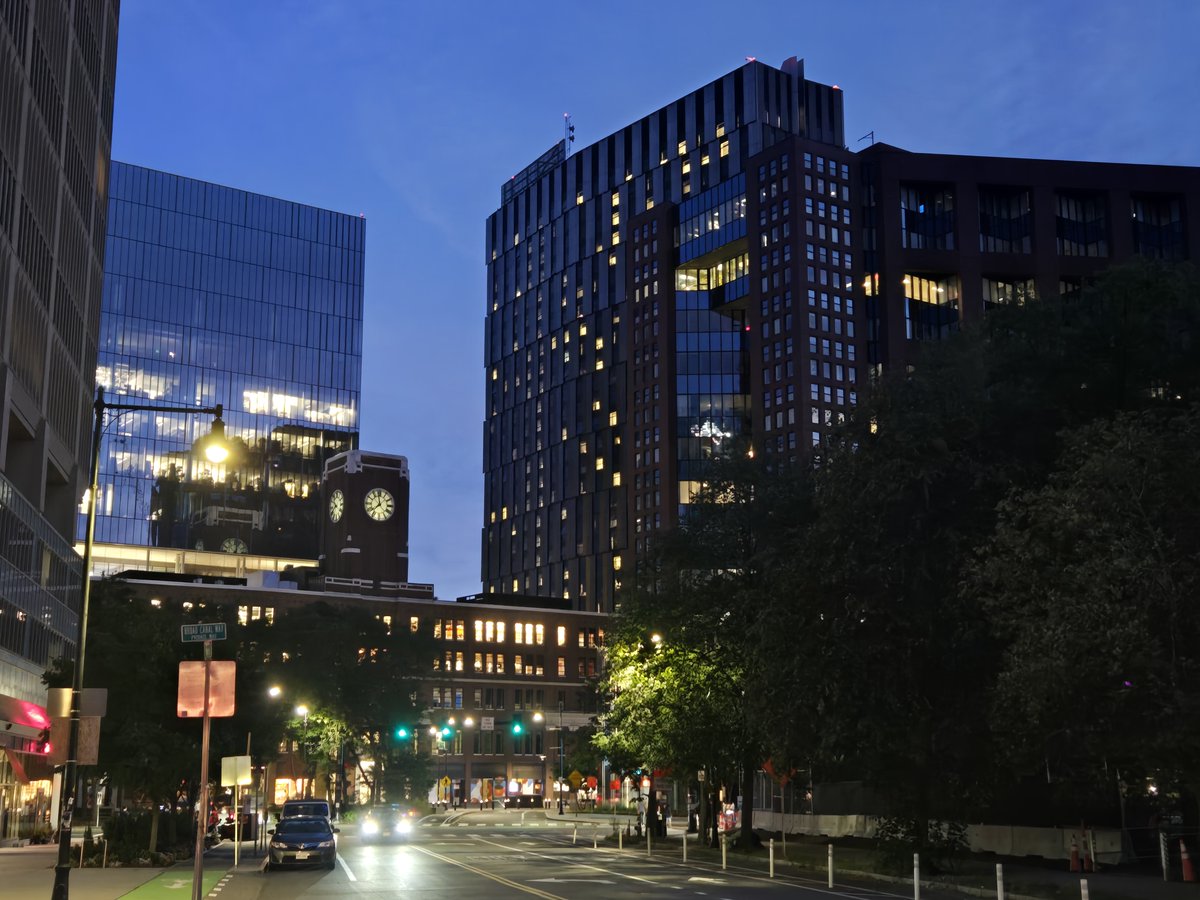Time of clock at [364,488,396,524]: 7:58
